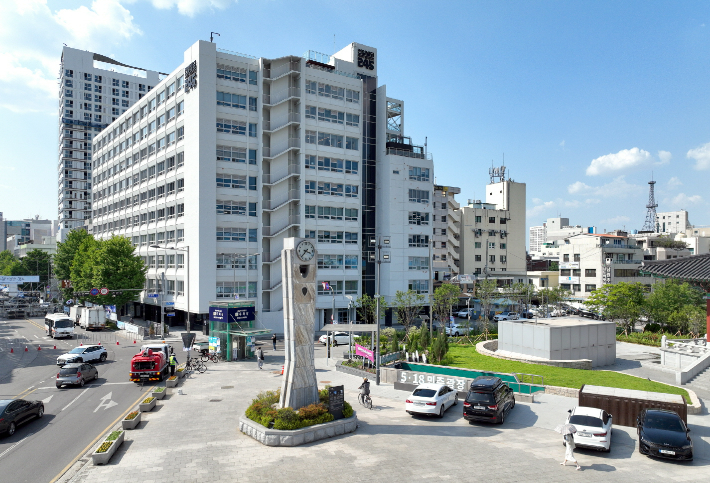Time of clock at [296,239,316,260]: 3:37
